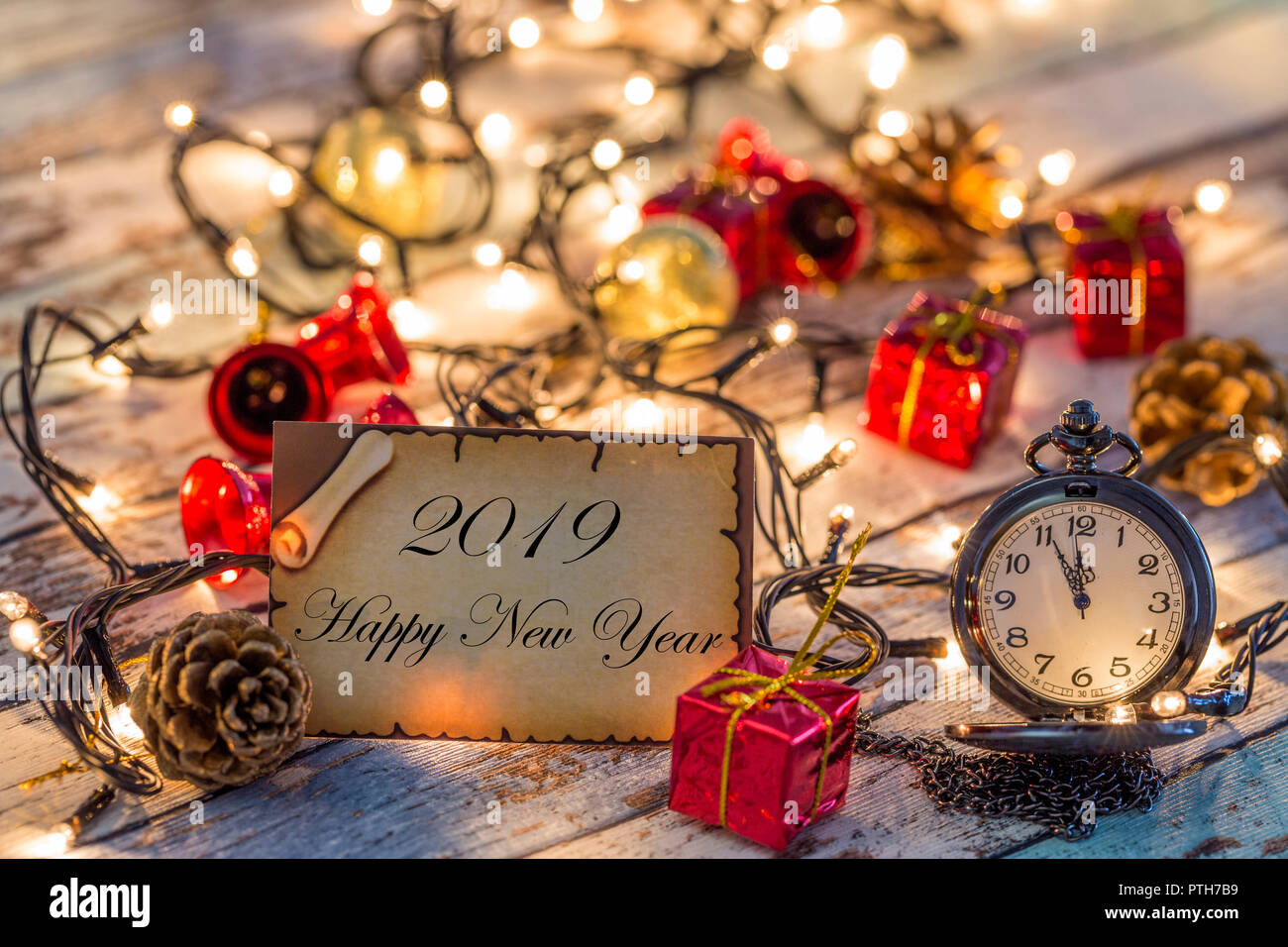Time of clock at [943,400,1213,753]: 11:55
